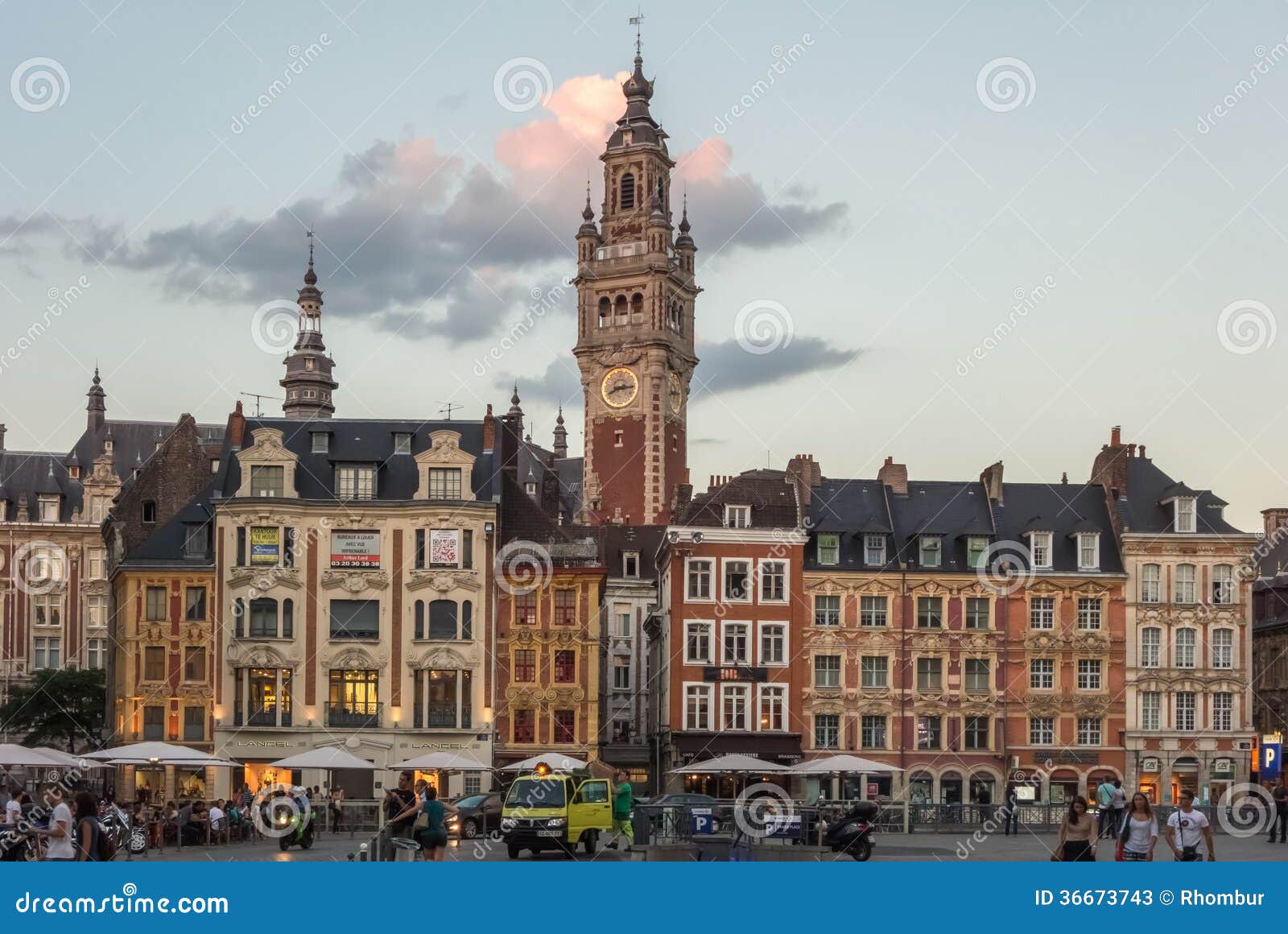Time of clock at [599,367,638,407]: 8:14
